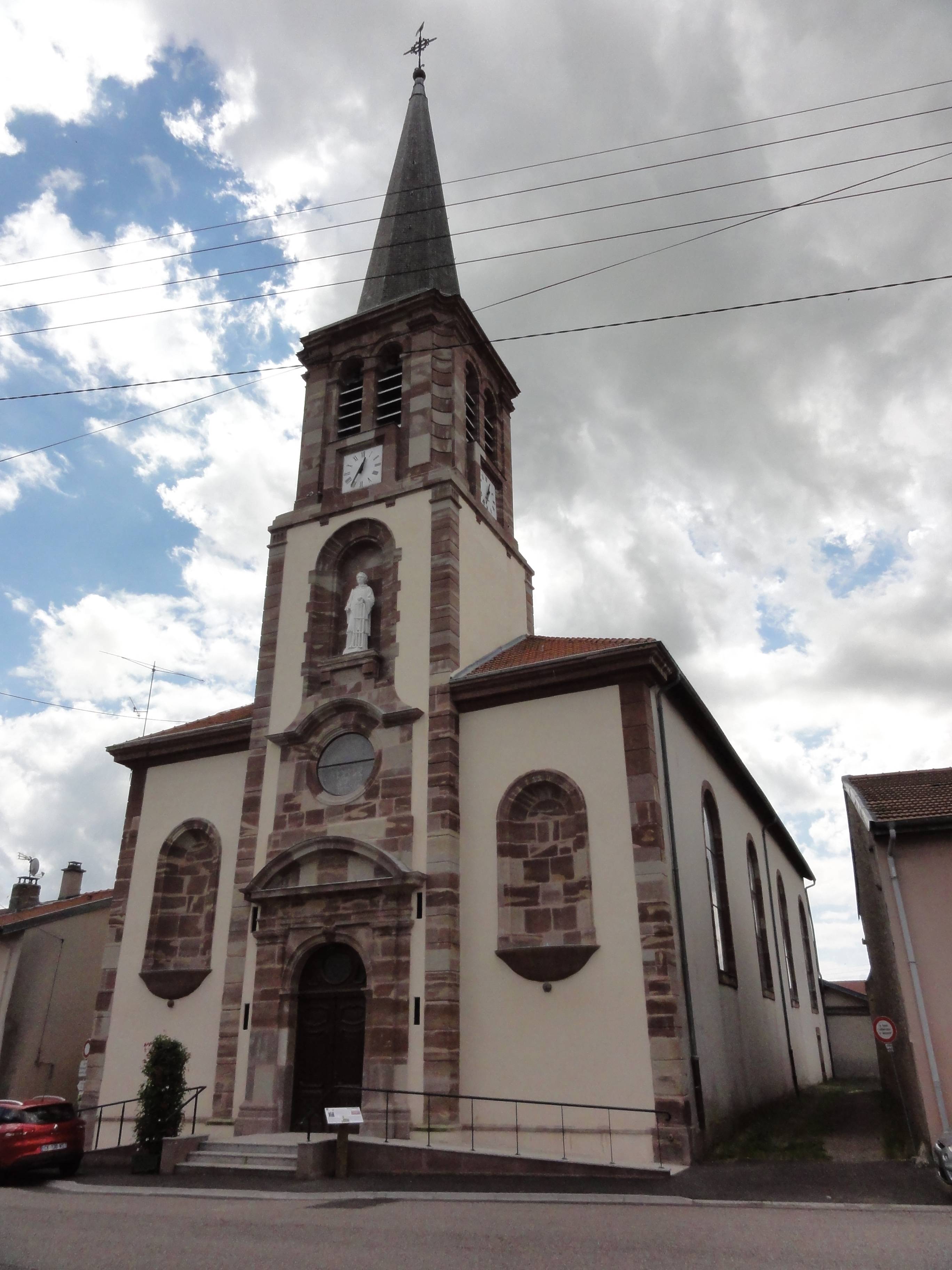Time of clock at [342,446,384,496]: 12:35
